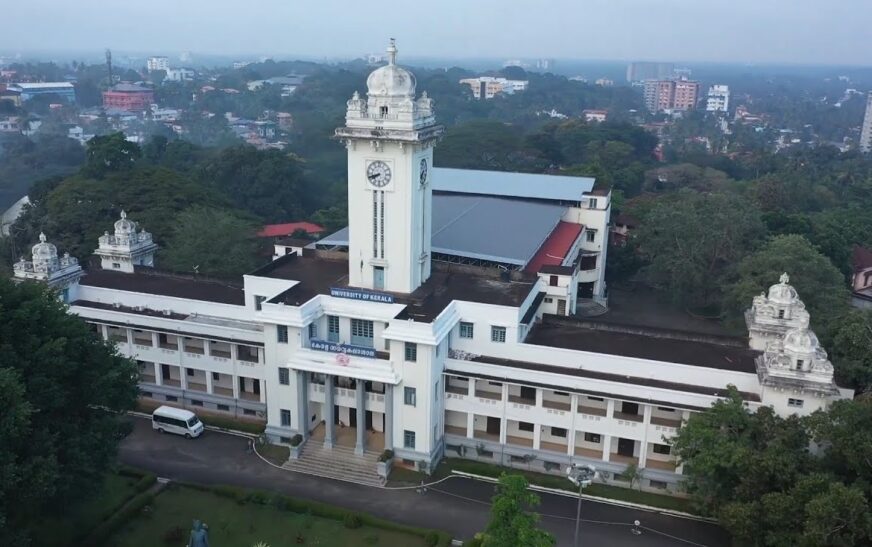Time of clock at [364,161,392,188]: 7:41
